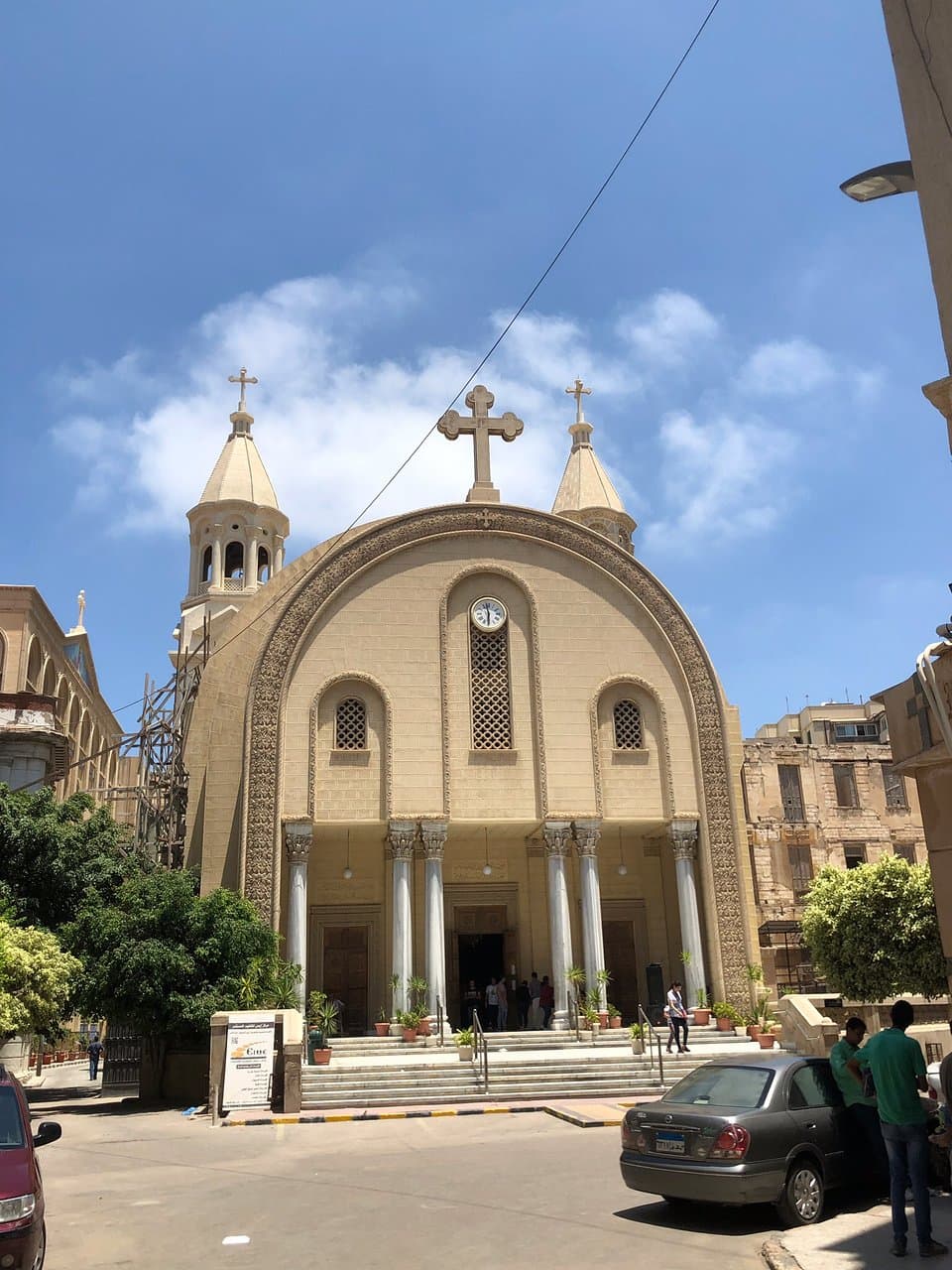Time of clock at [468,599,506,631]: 5:58
